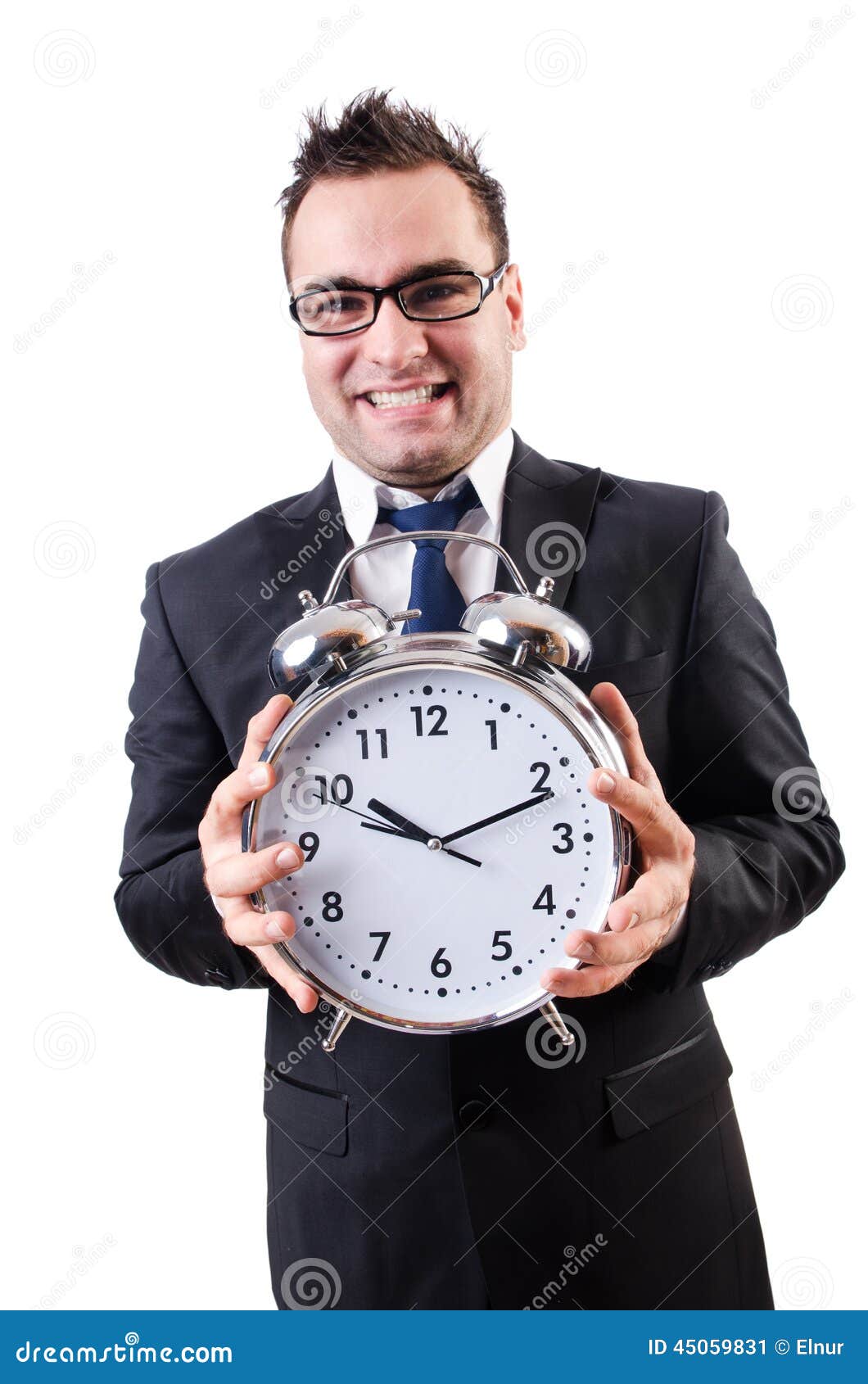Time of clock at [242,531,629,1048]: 10:11
